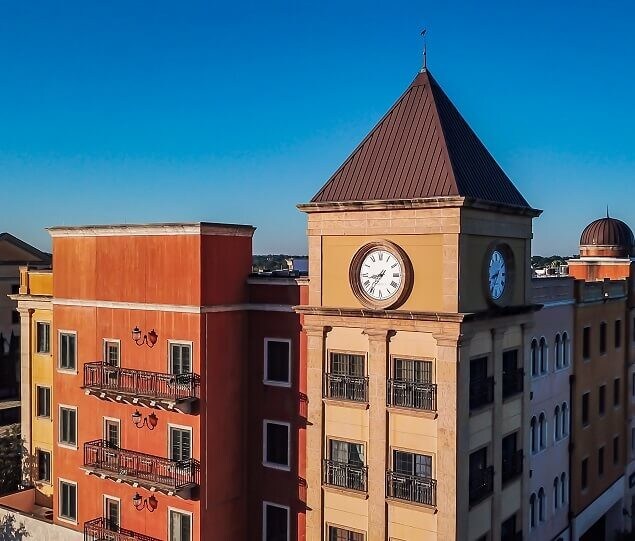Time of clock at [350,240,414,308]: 8:36
